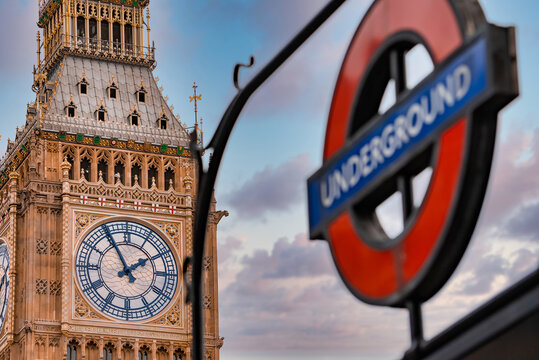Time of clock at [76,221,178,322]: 1:55
